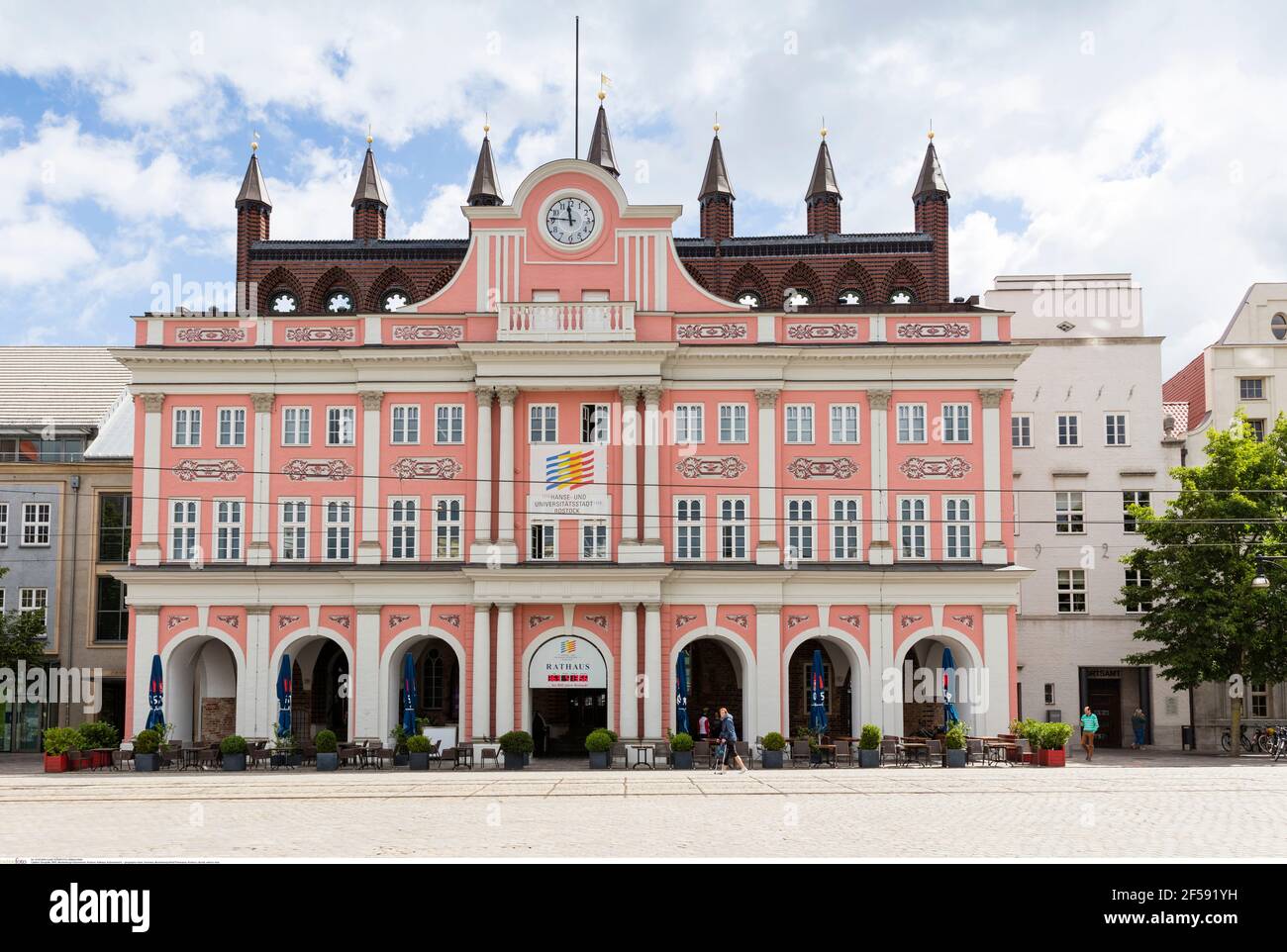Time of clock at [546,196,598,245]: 11:46
